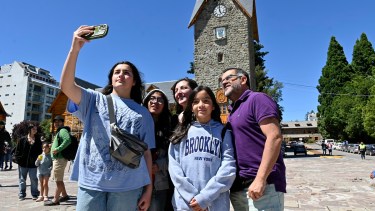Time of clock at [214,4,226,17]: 4:59
